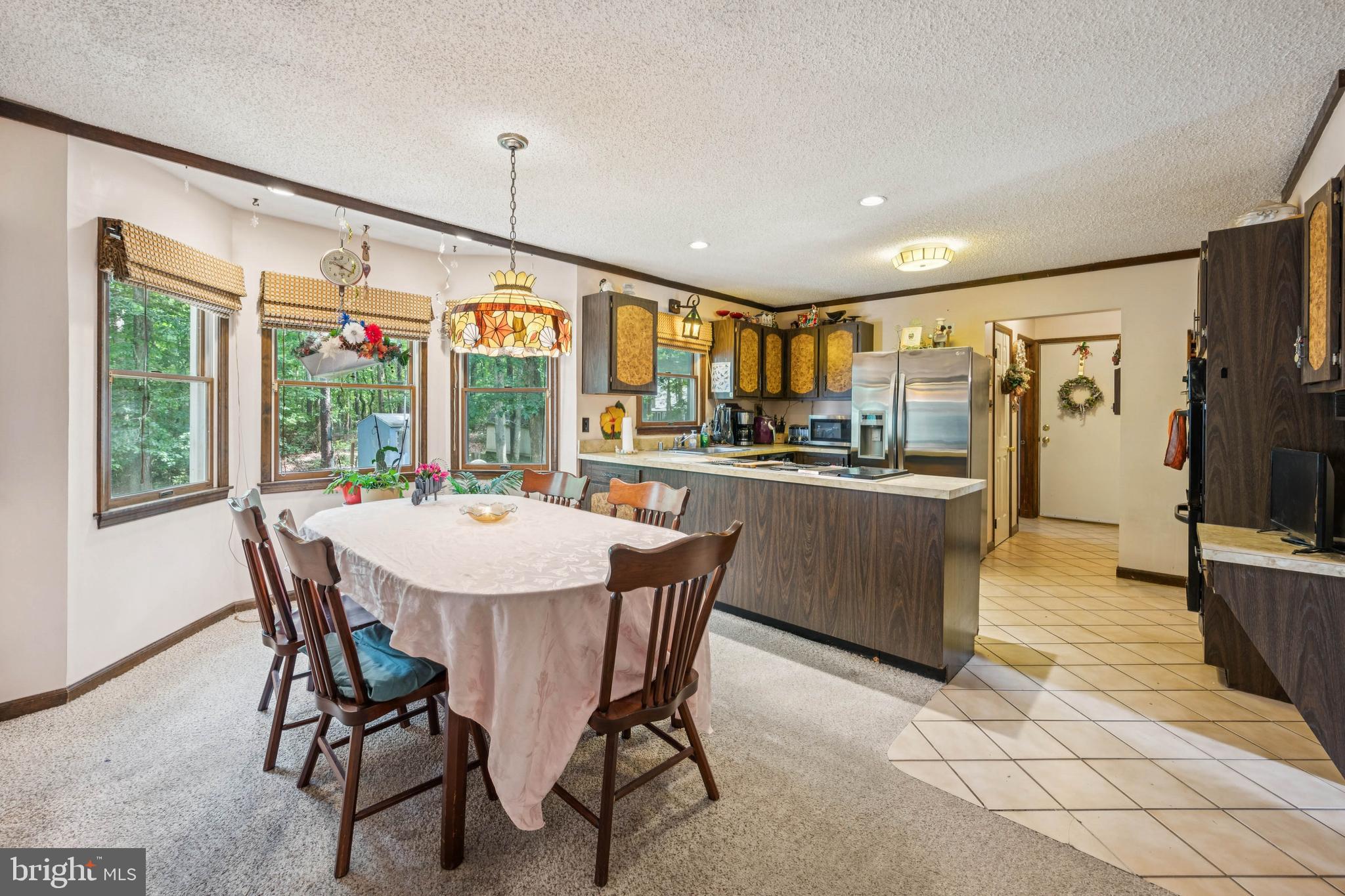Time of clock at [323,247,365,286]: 10:20
